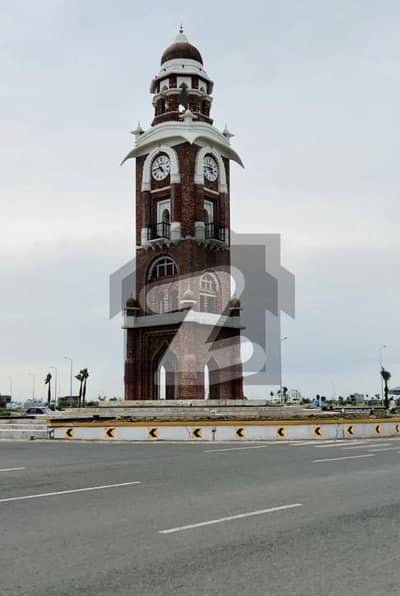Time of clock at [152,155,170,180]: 4:44
